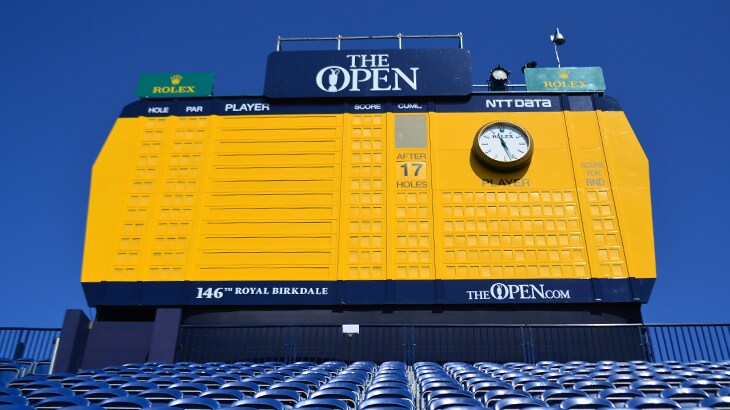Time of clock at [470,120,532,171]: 11:26
